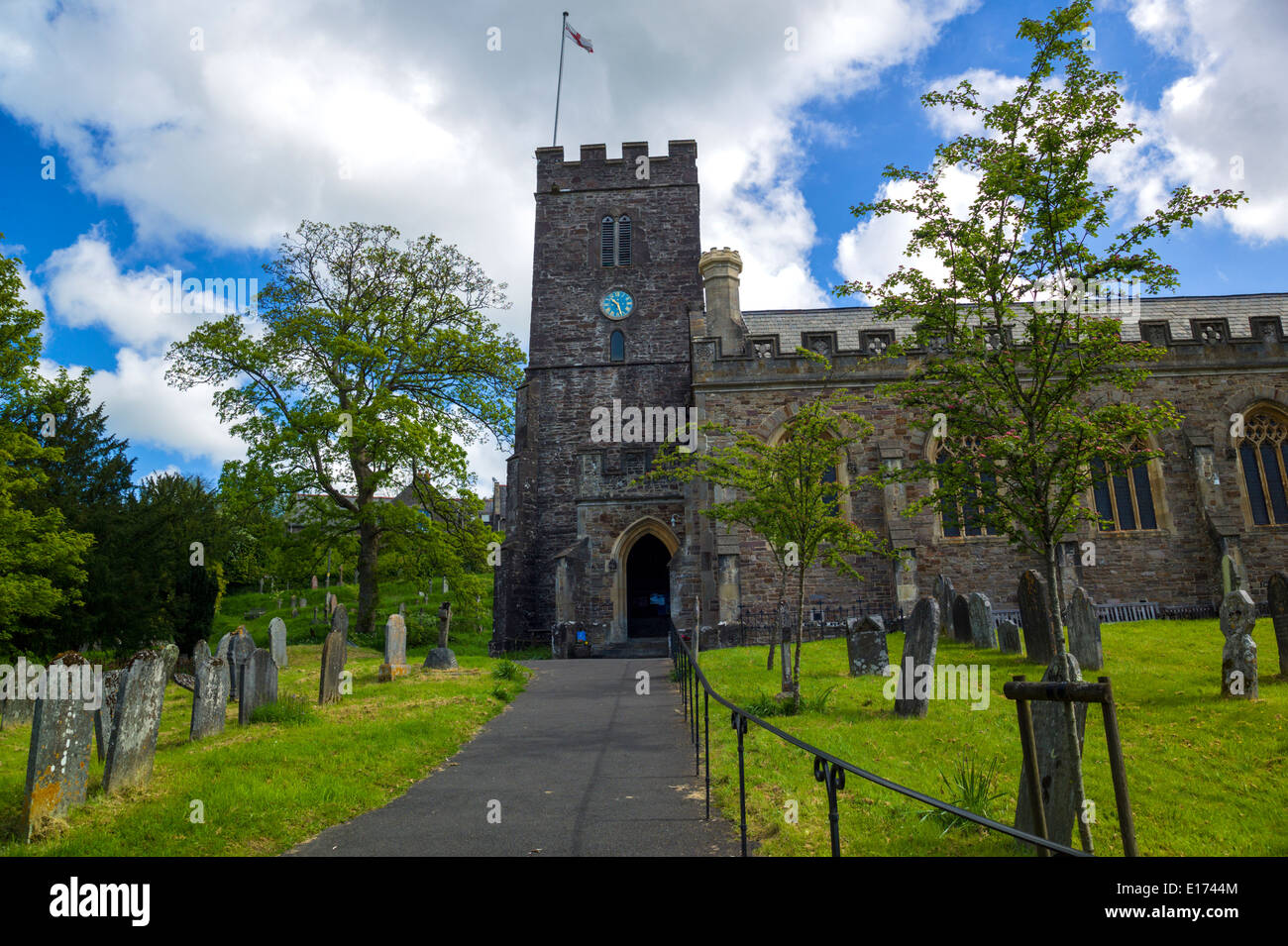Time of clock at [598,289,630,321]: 10:27
